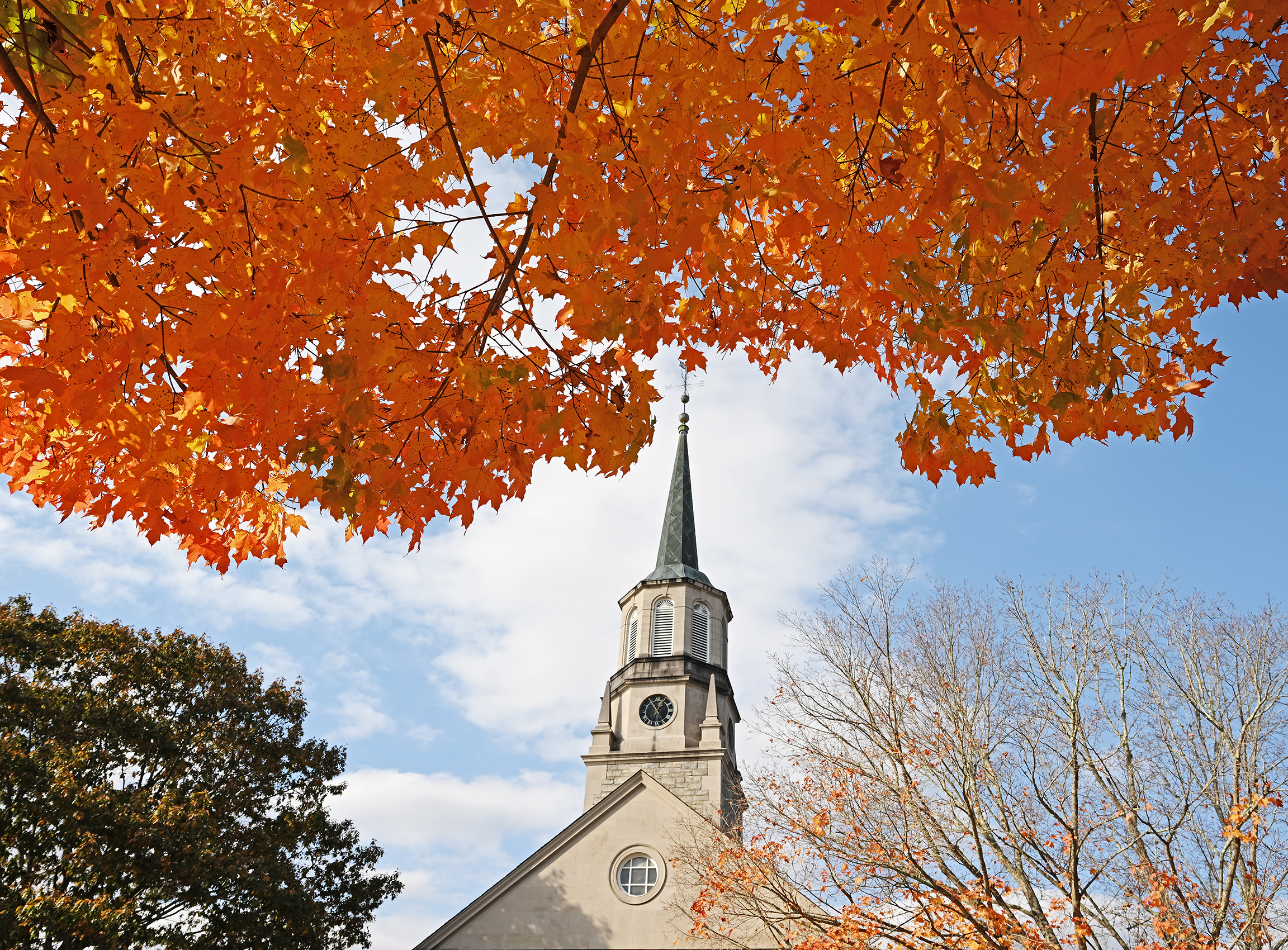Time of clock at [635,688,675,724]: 12:54
